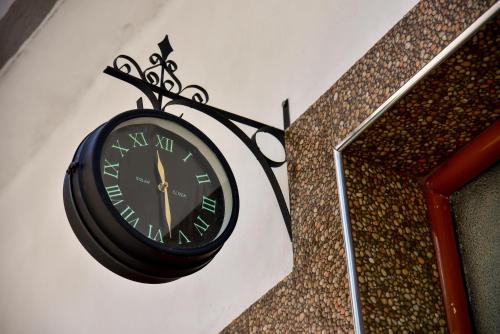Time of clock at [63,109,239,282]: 11:28
